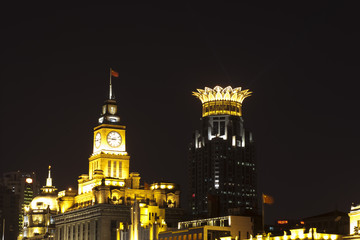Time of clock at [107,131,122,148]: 8:46
